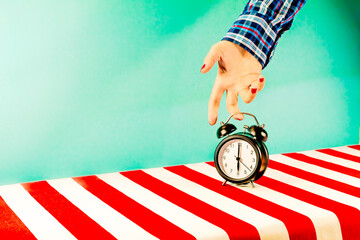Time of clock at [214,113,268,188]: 6:00
